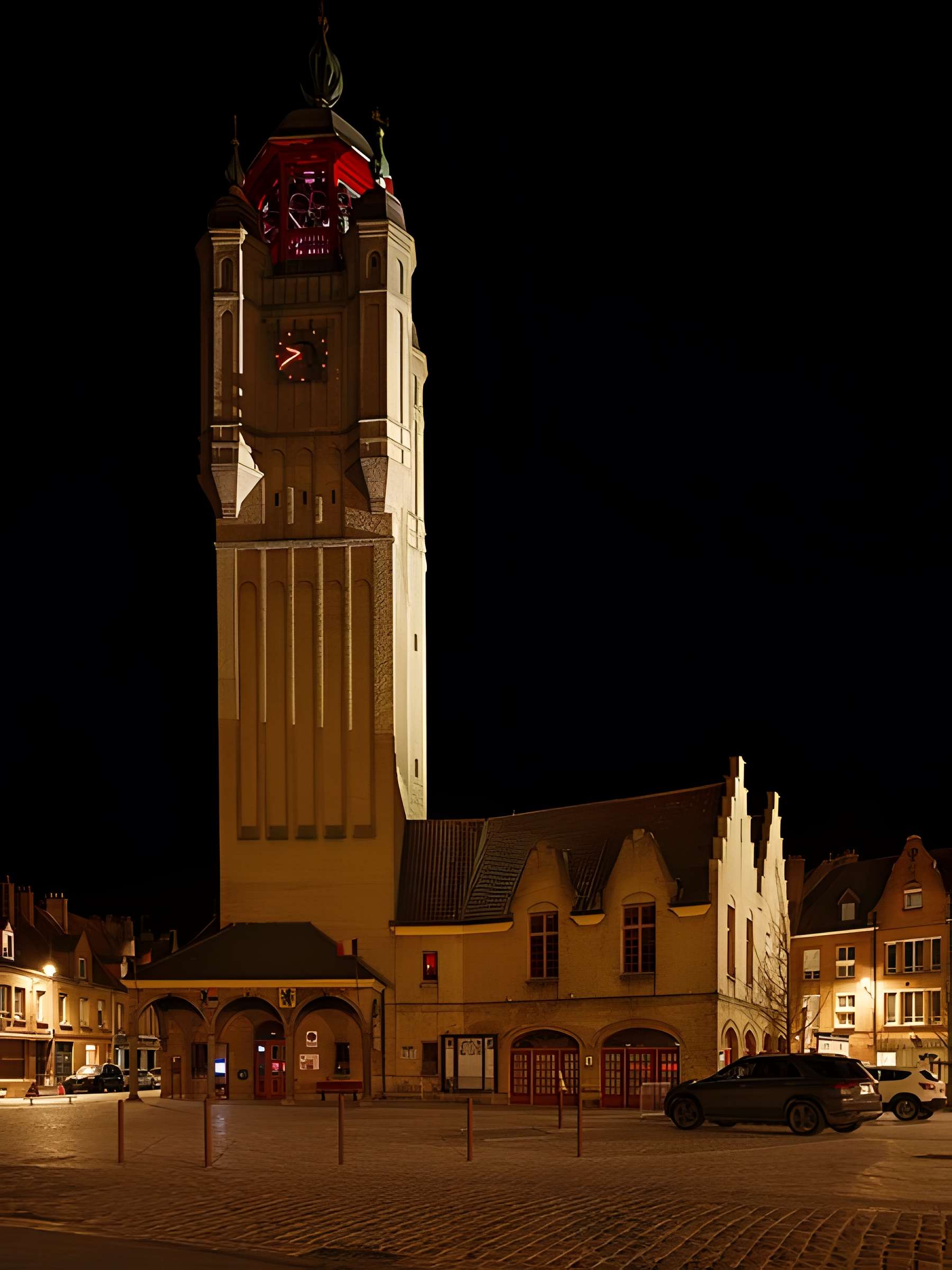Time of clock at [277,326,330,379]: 9:40
